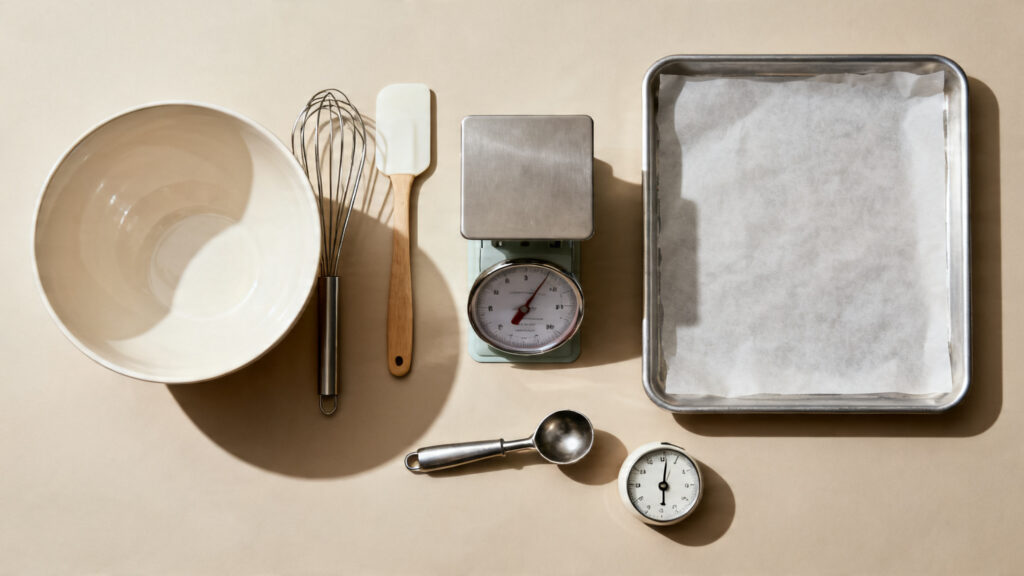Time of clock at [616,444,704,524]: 6:01
